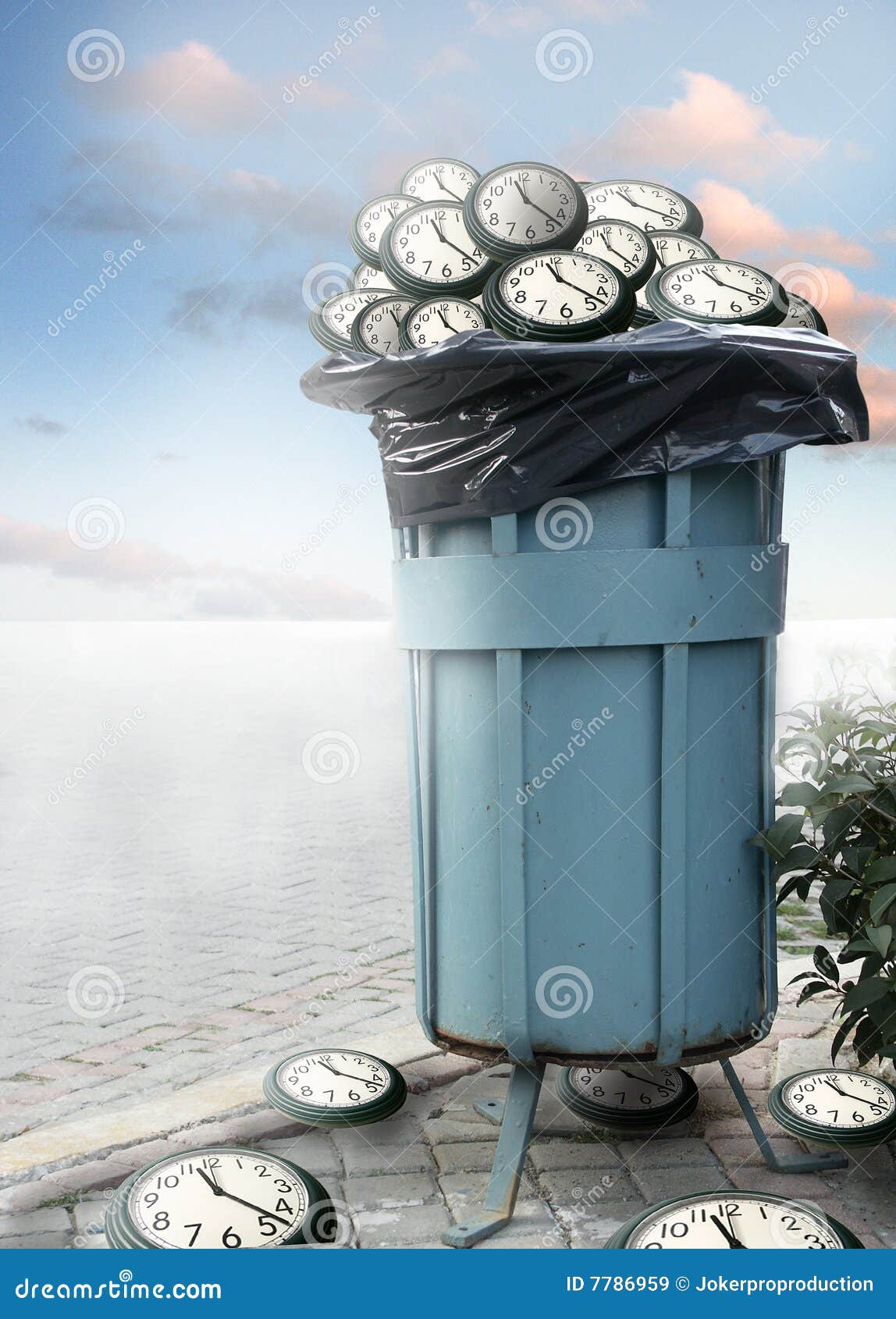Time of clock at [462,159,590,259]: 11:22
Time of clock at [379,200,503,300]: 11:22
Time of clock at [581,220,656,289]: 11:22
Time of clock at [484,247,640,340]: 11:22
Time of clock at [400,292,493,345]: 11:22
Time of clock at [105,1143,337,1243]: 11:22
